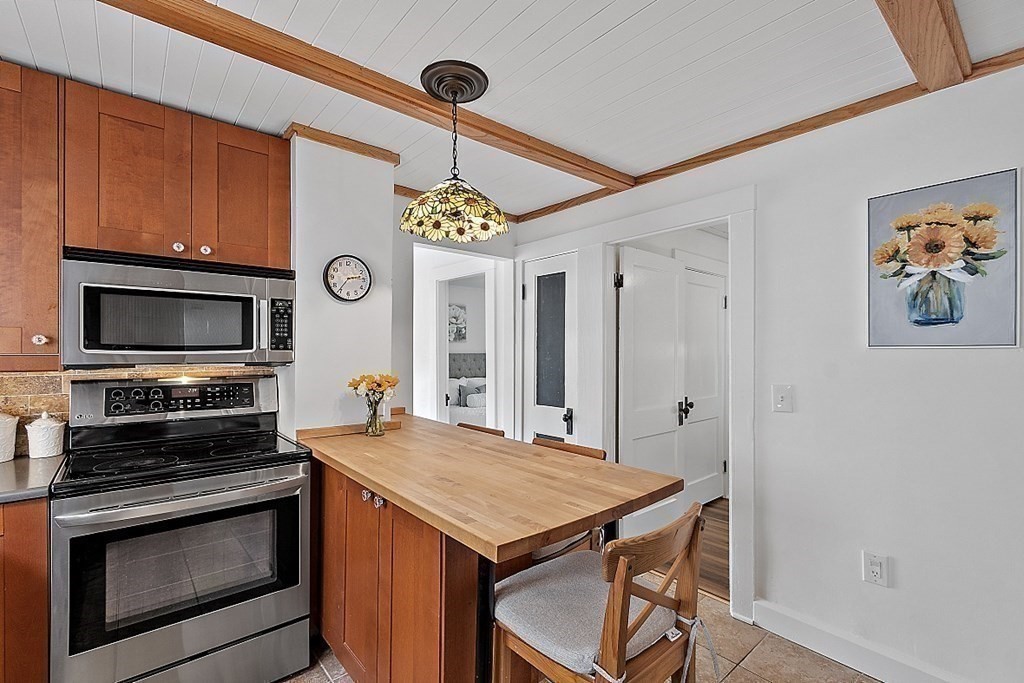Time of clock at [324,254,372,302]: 2:36
